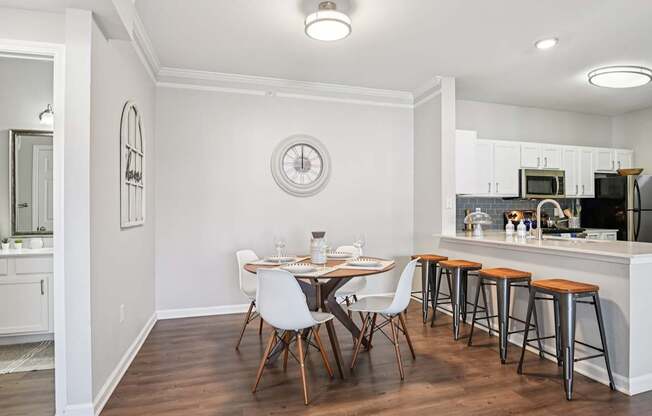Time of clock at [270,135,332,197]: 11:59
